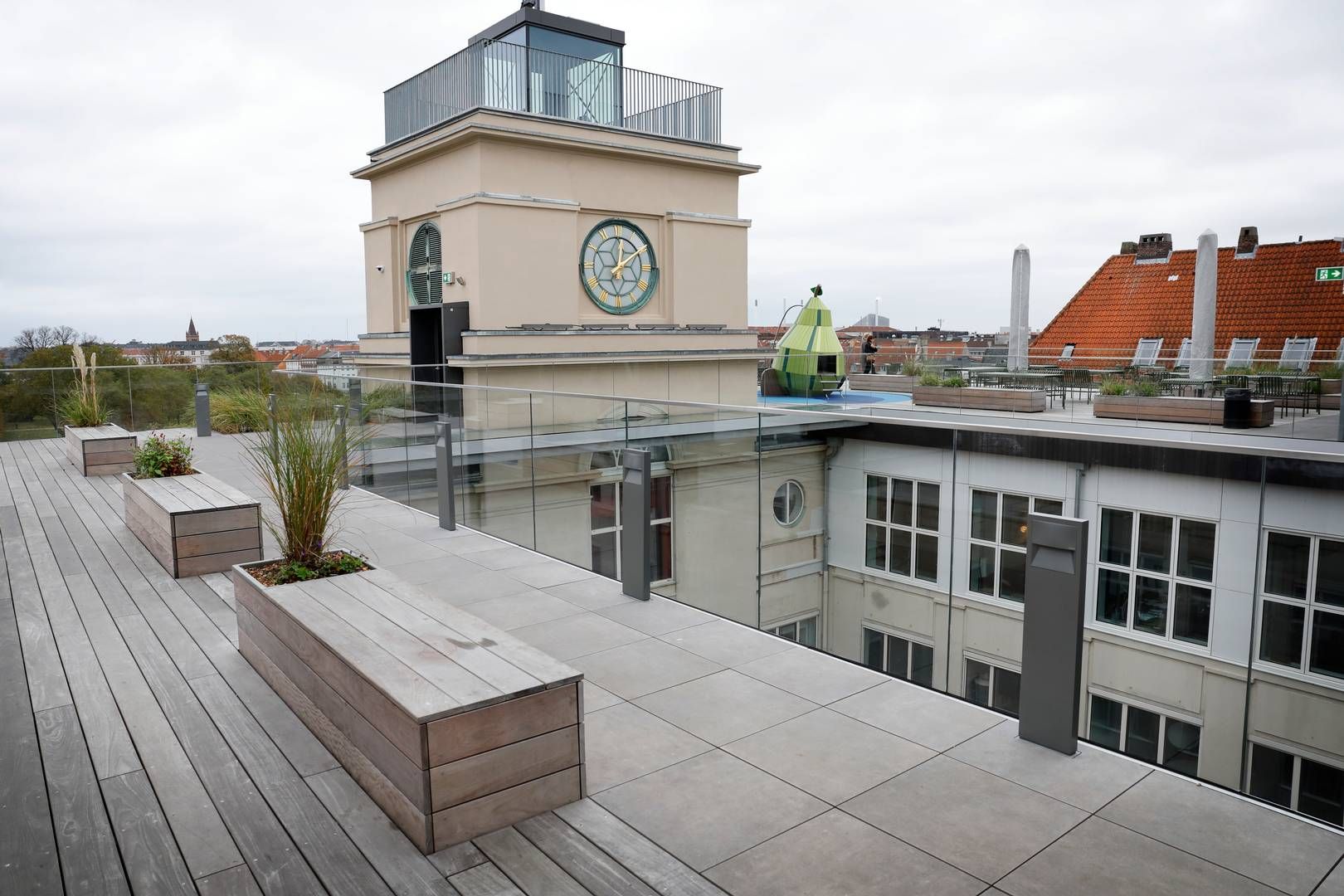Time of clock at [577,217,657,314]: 12:09
